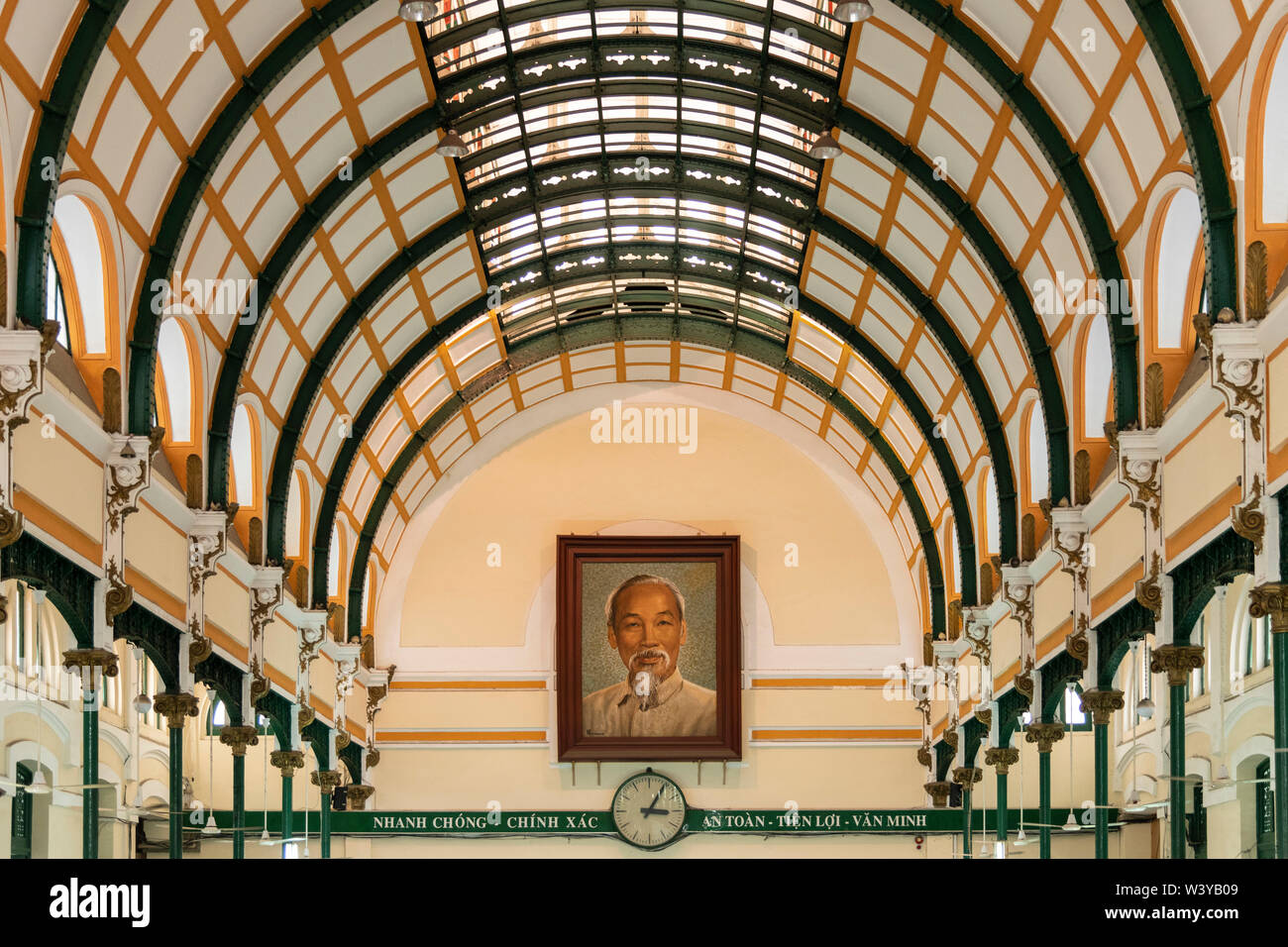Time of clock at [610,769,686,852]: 3:05
